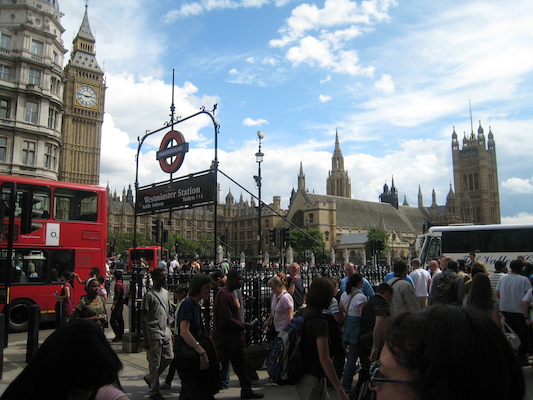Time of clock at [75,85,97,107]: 2:46
